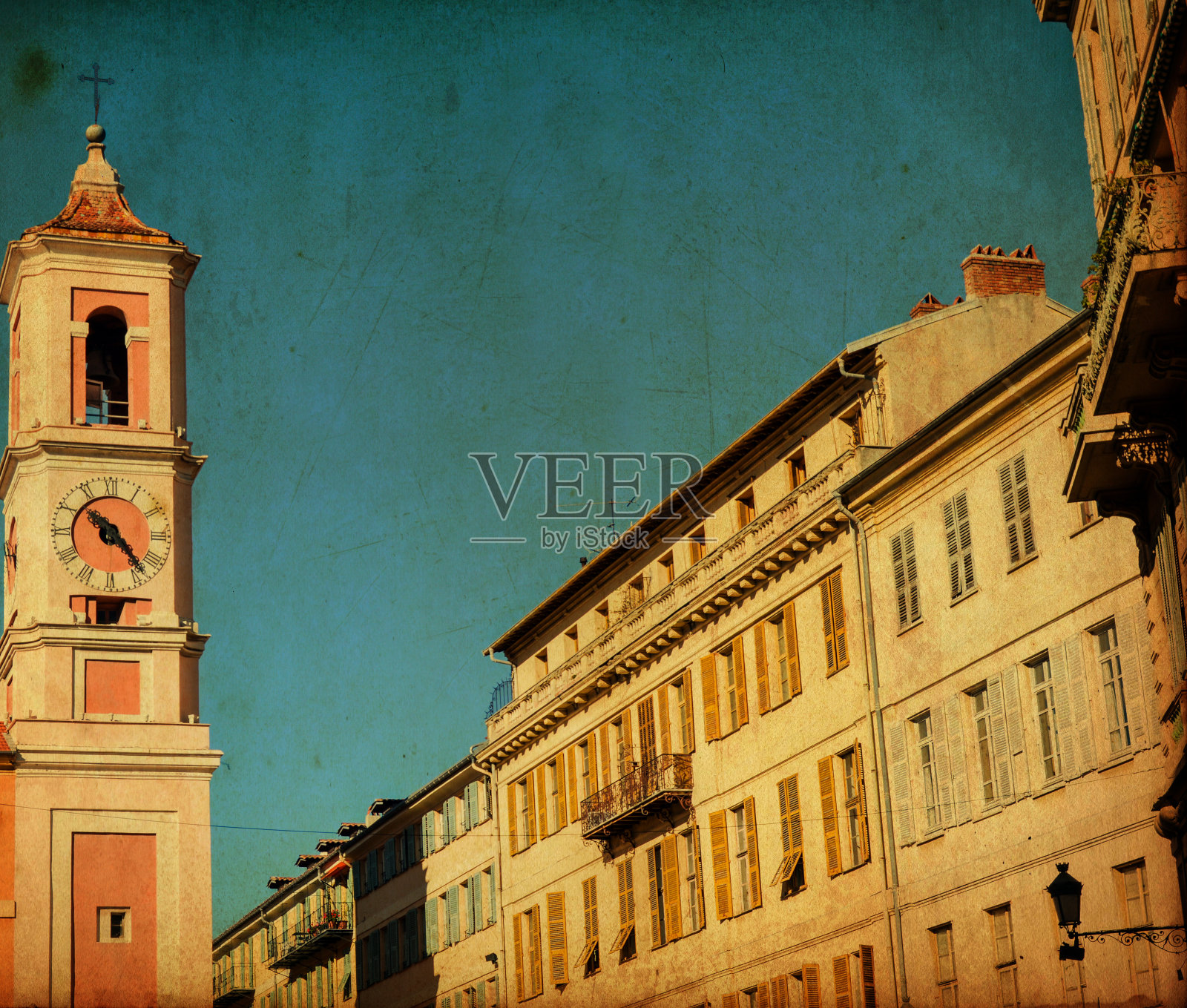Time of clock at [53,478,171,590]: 10:23
